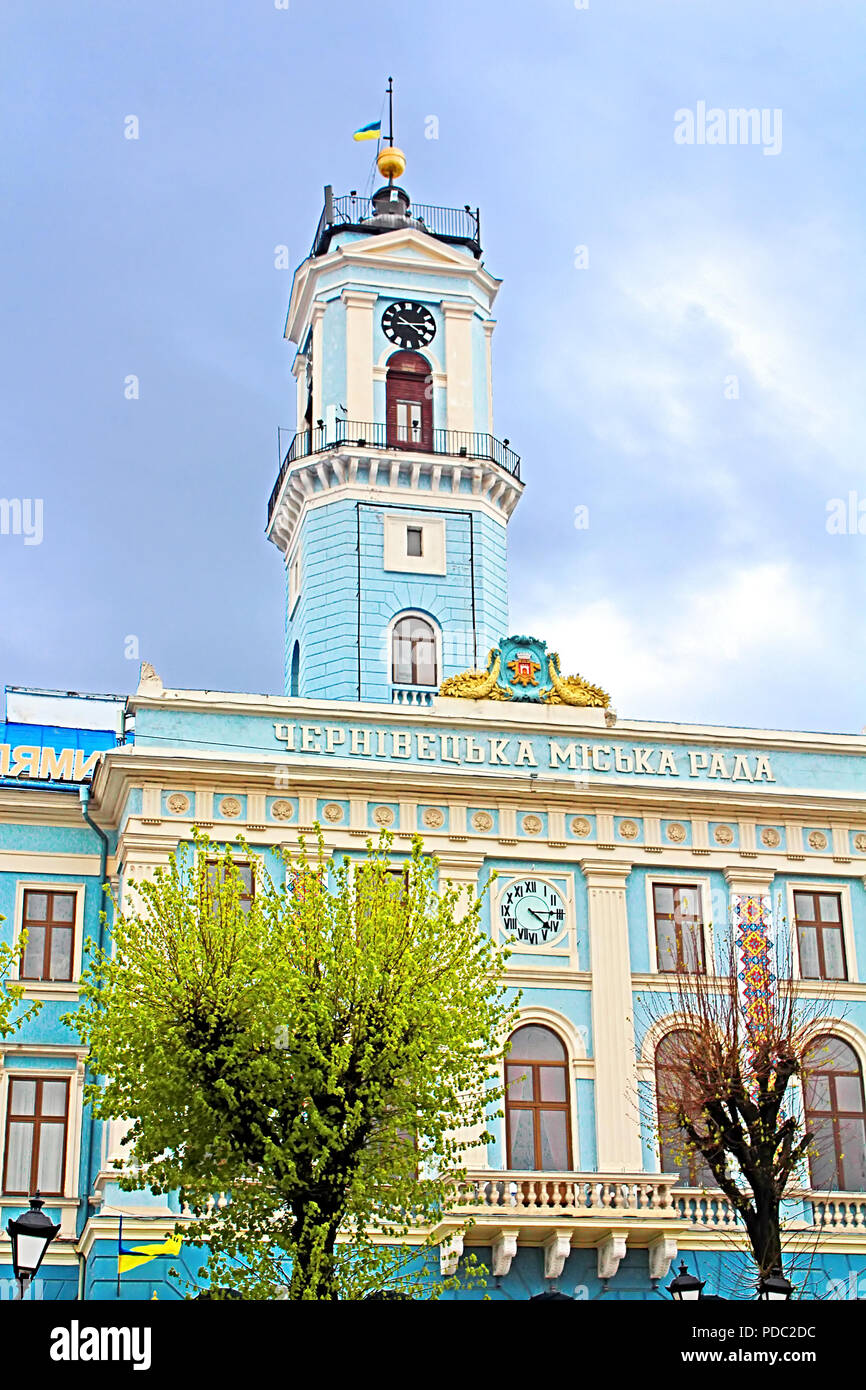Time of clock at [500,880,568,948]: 4:14
